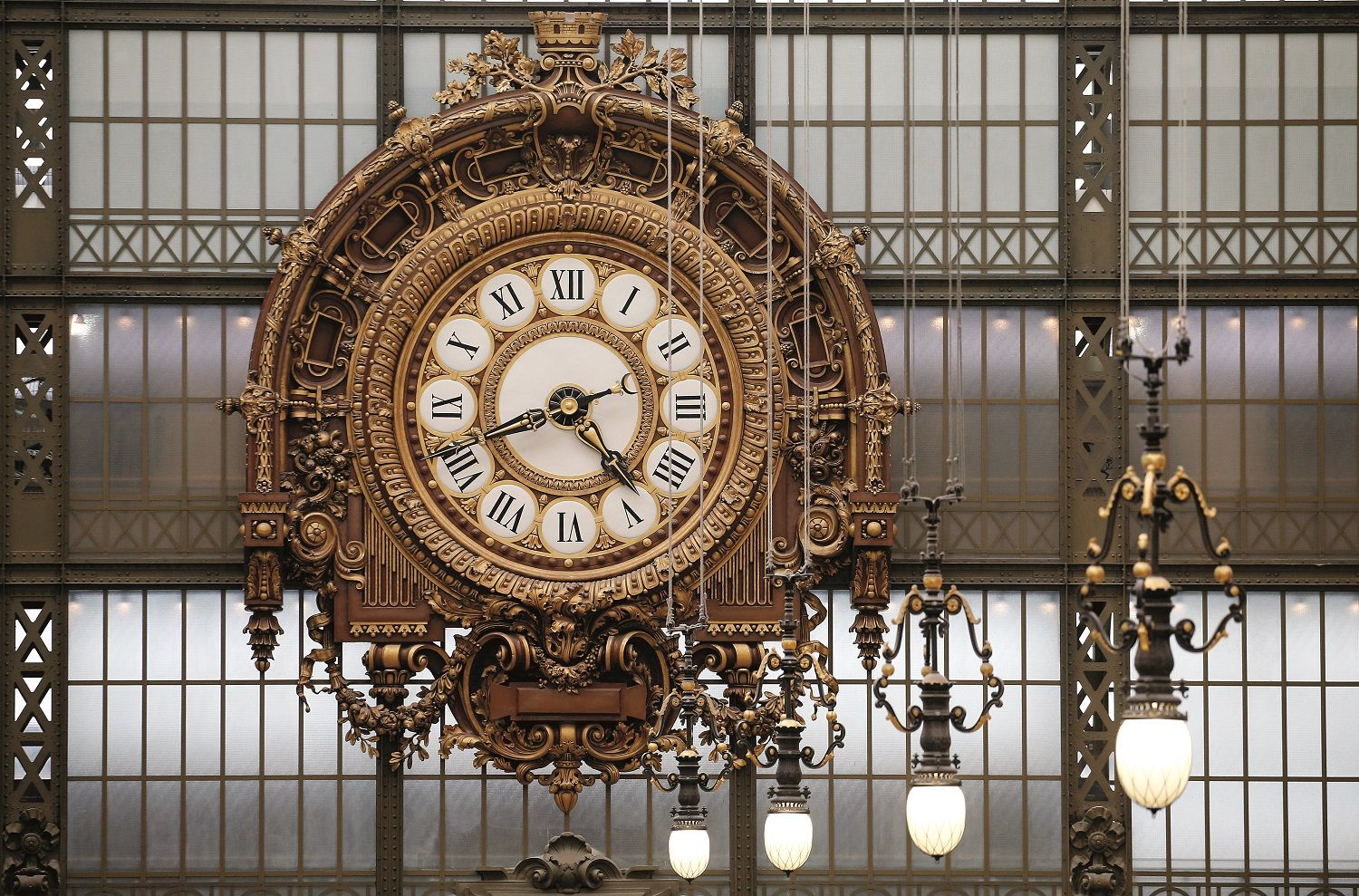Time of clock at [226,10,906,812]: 4:41
